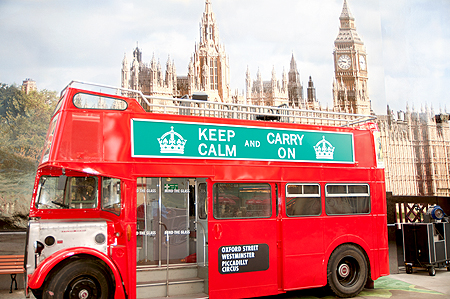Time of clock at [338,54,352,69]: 9:45
